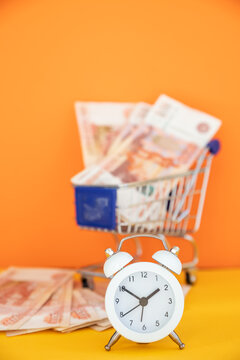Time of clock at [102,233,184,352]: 1:50
